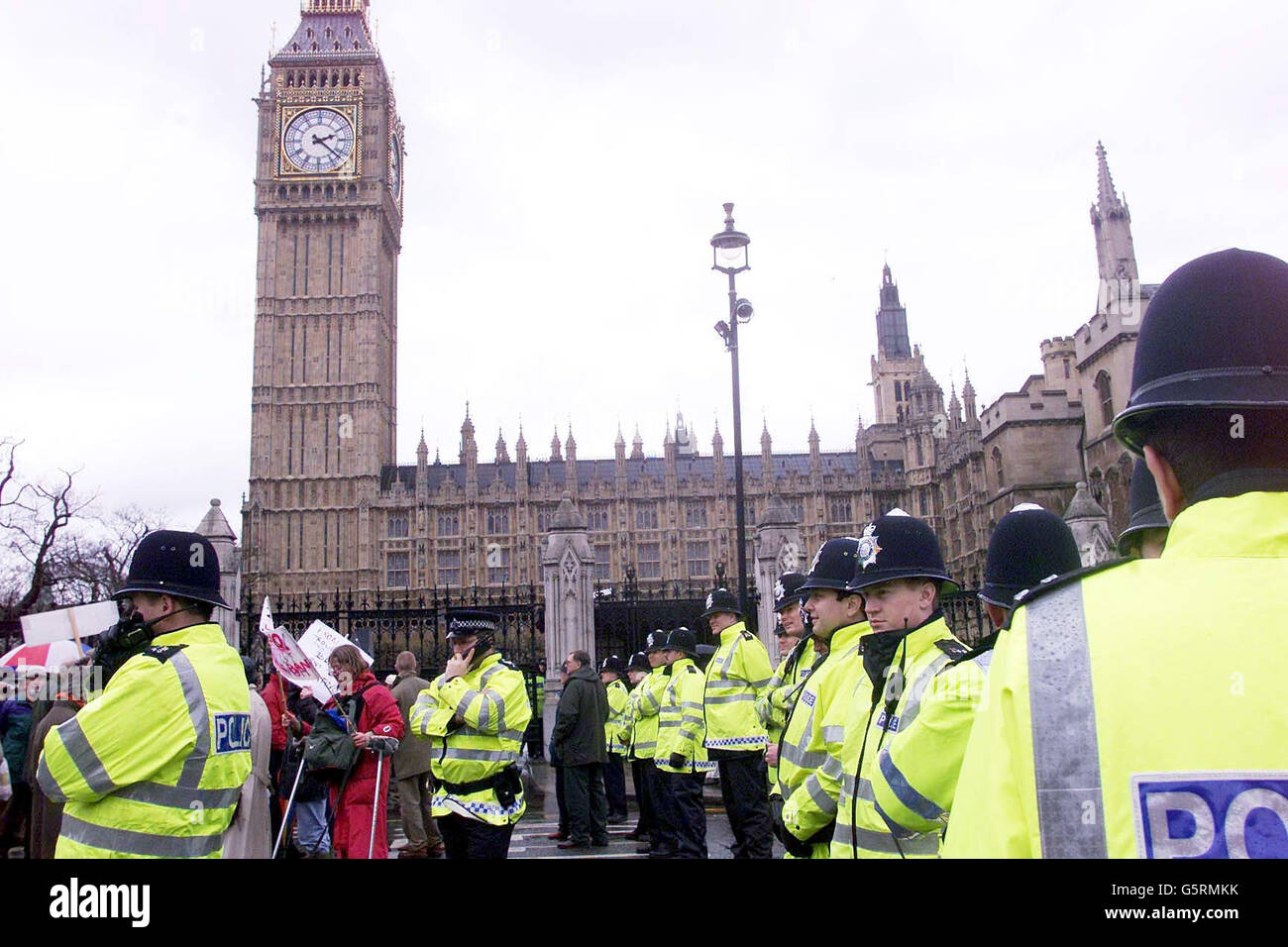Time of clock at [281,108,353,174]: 2:21
